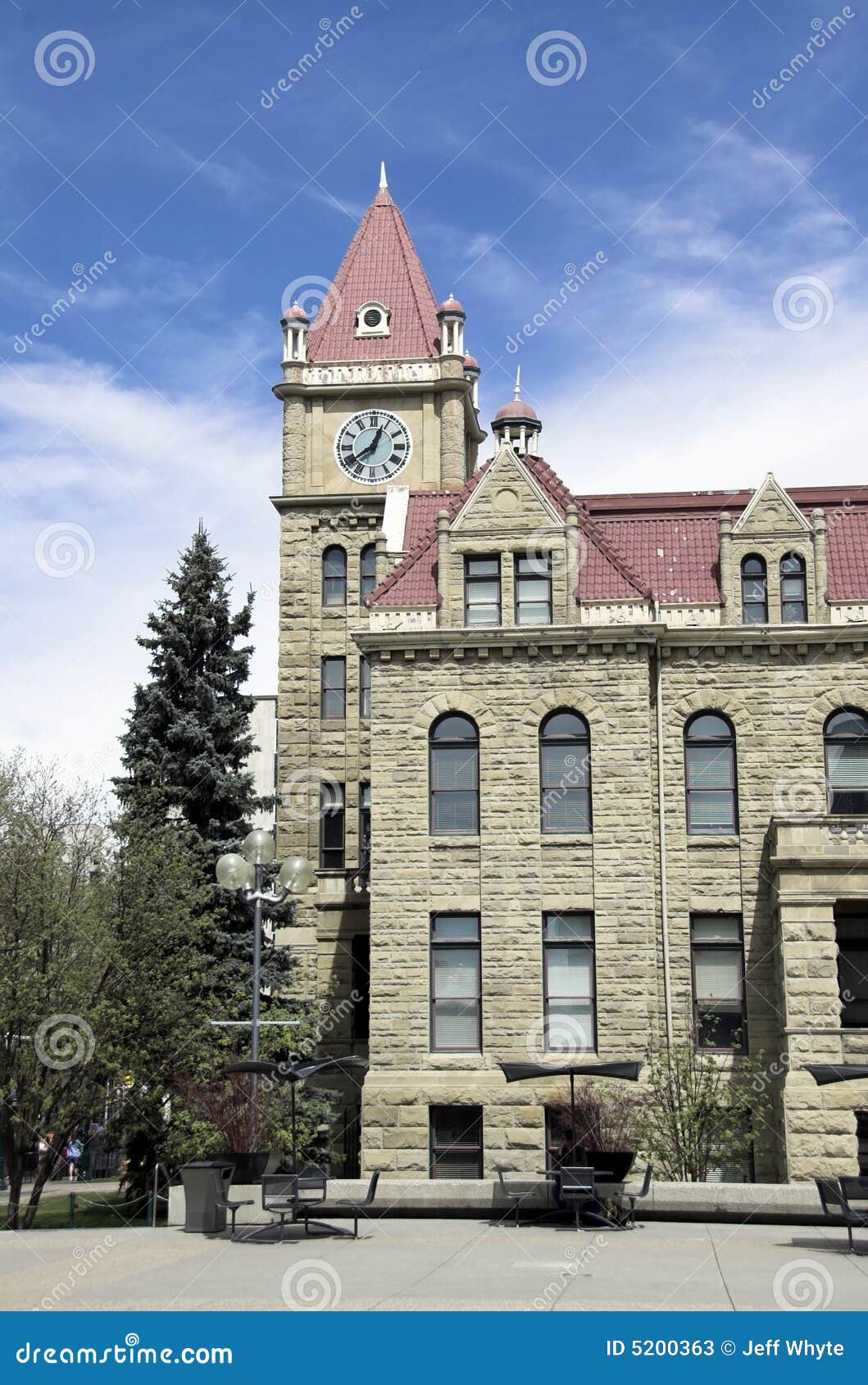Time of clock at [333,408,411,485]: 12:39
